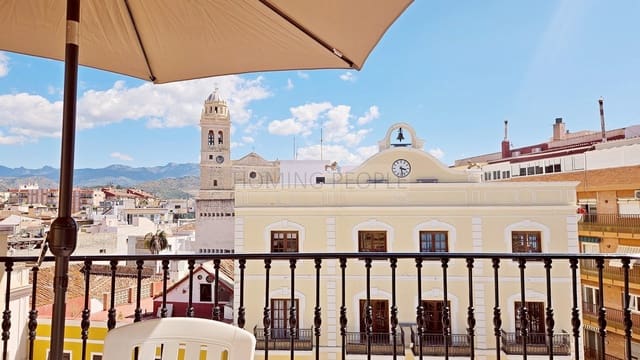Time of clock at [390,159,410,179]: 3:28
